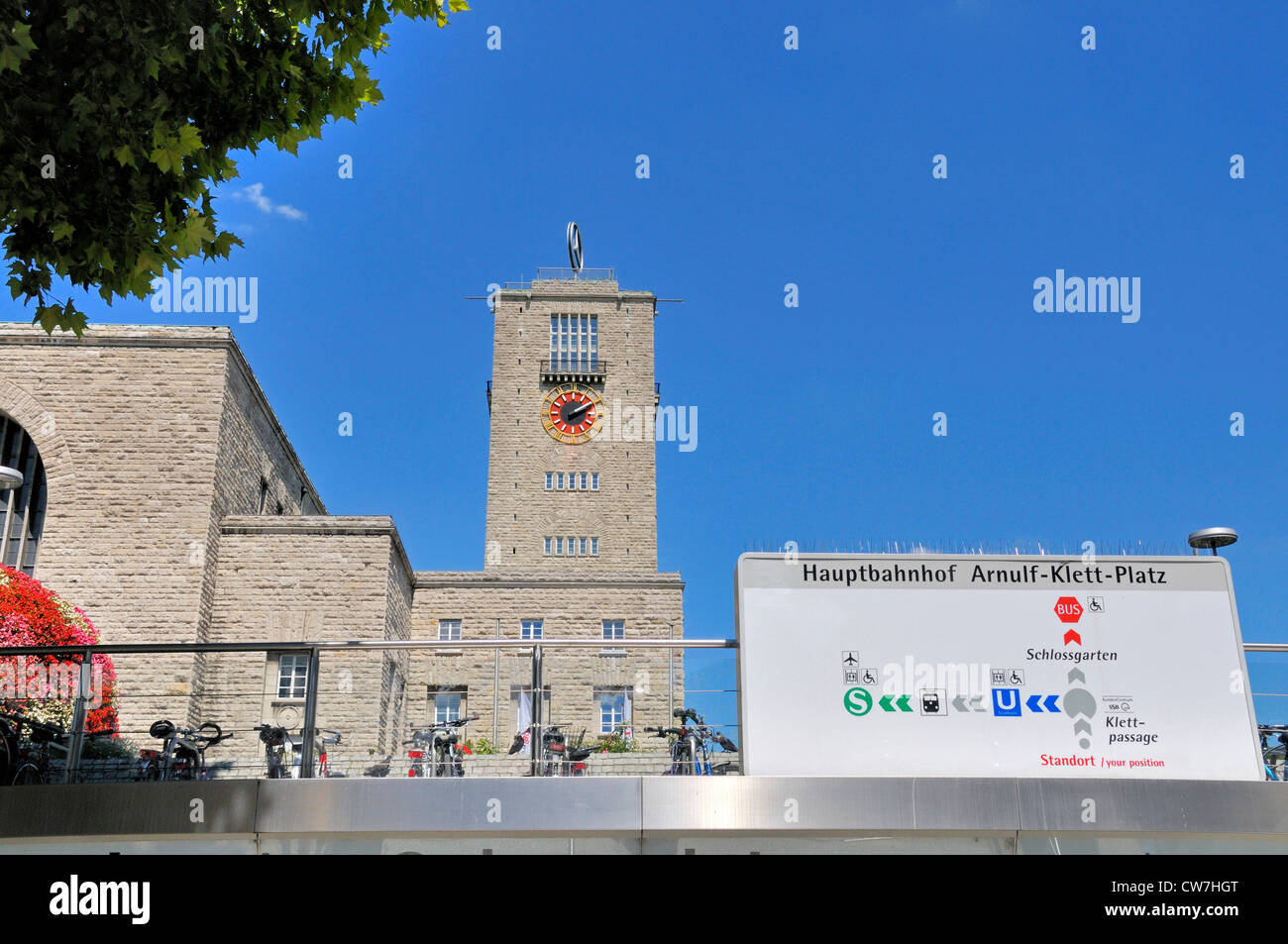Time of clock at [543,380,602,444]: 2:09
